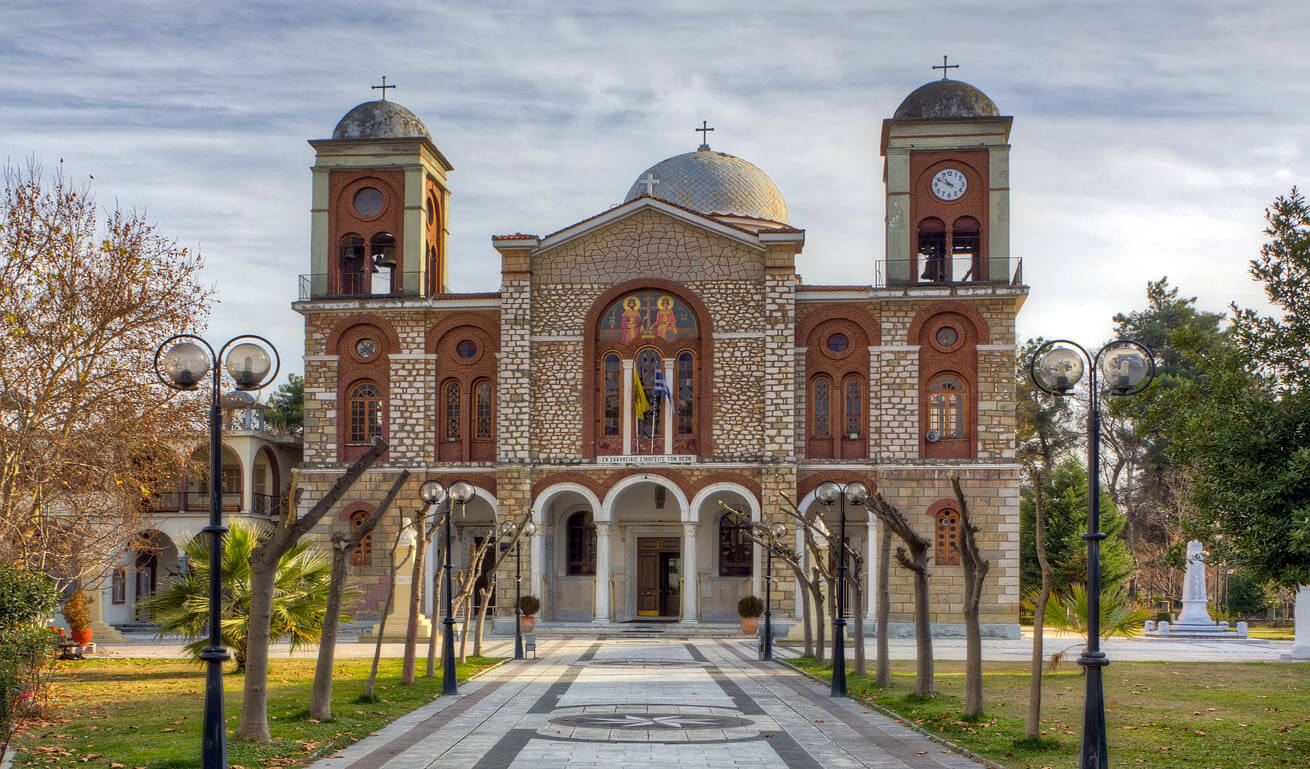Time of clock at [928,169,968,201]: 10:49
